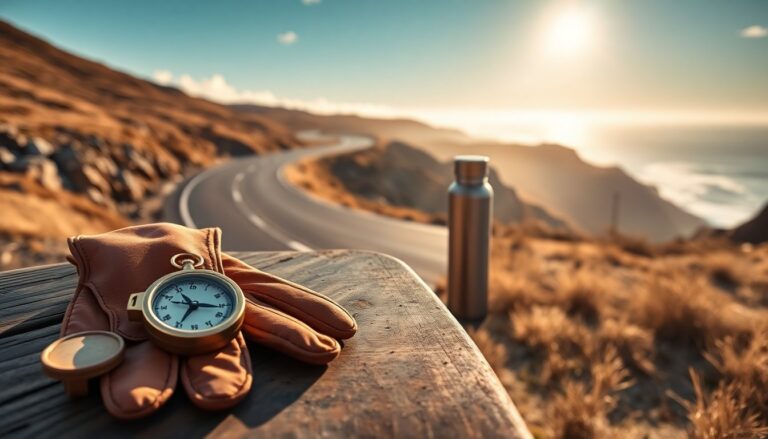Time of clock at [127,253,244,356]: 11:16
